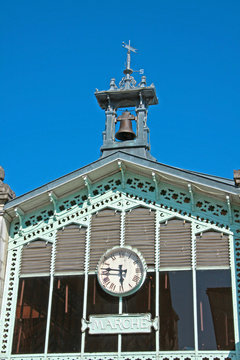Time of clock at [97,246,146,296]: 5:46
